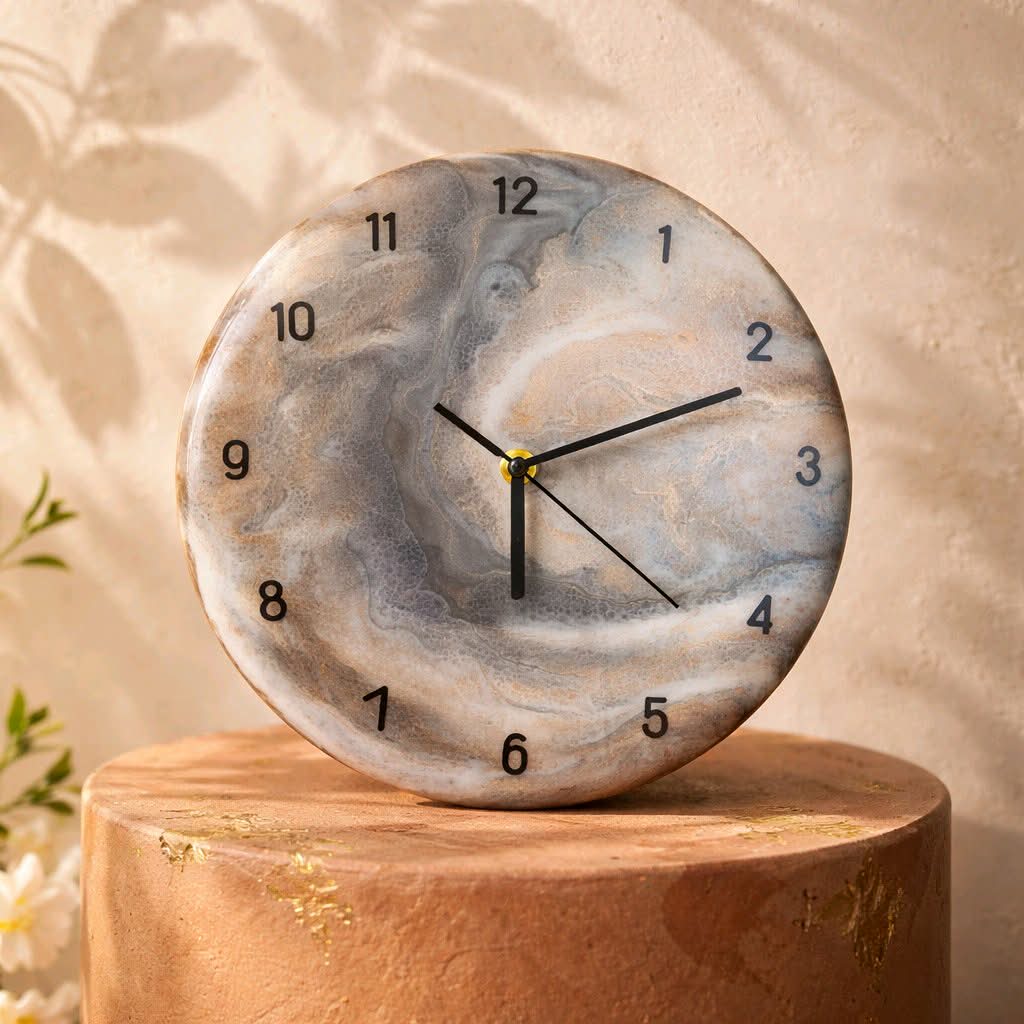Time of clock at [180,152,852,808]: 6:11
